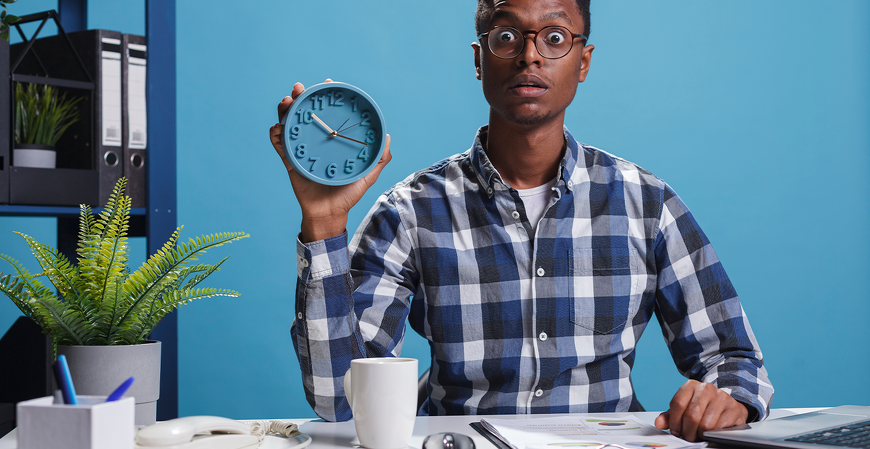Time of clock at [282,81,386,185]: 10:17
